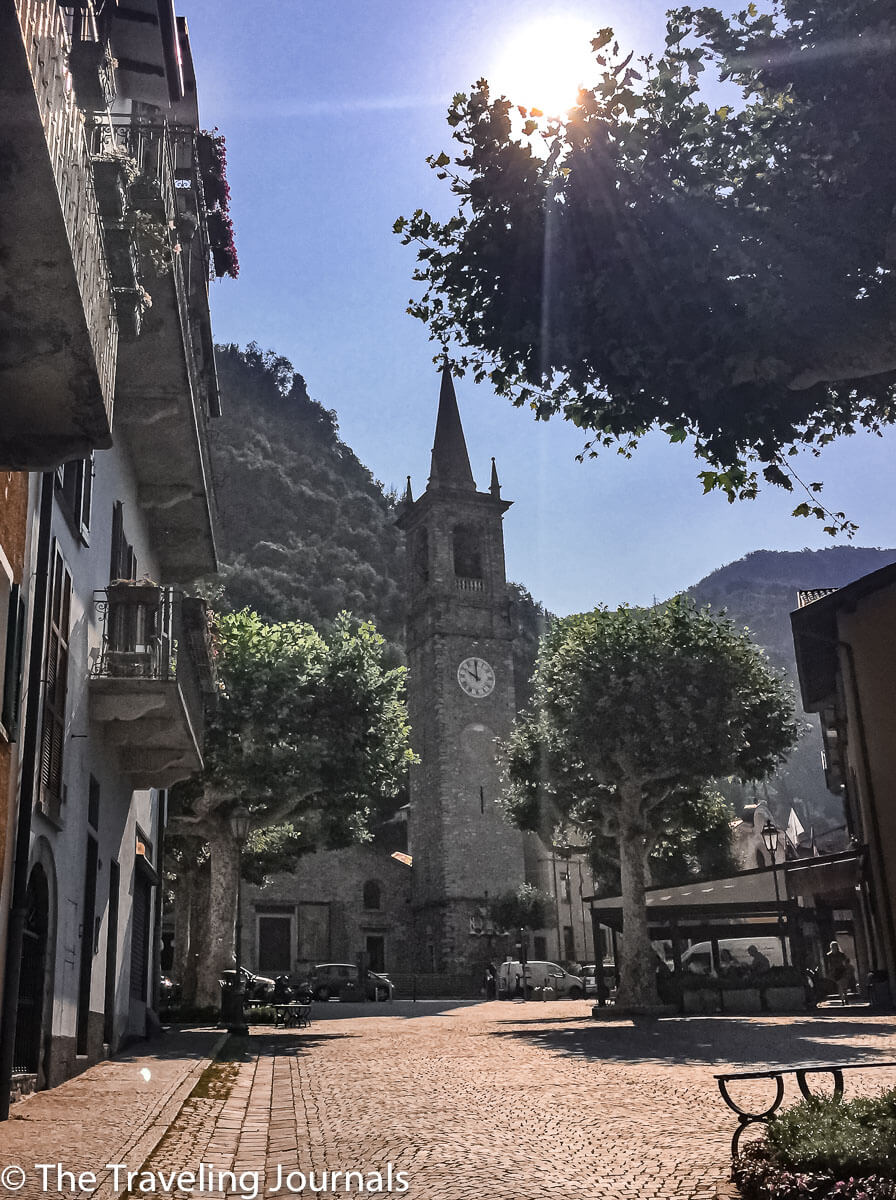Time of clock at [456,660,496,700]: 10:00
